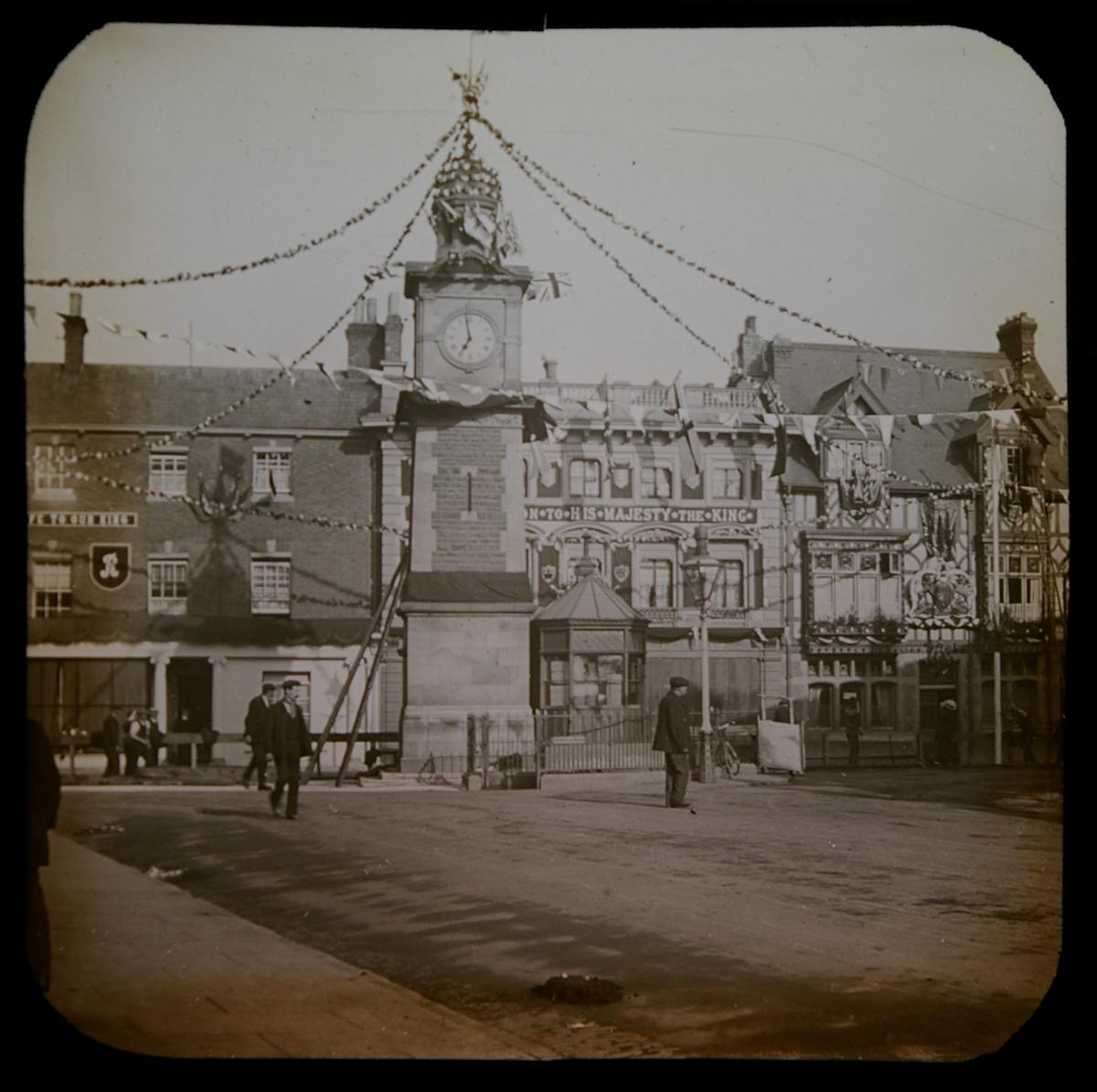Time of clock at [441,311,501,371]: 6:58
